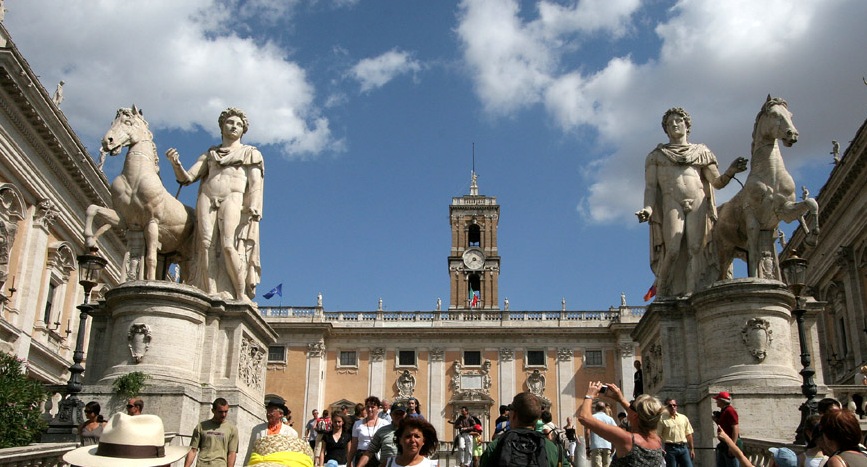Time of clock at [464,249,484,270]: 3:37
